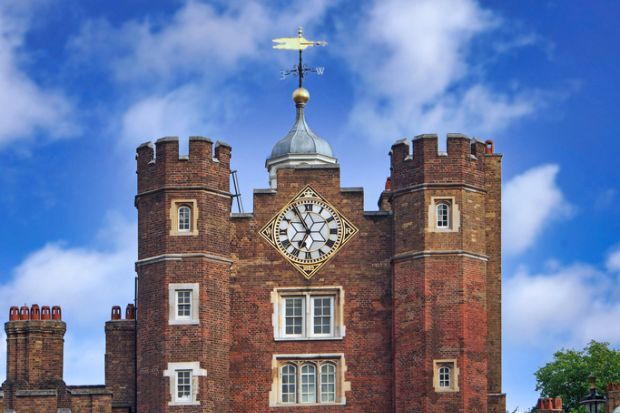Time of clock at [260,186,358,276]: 6:54
